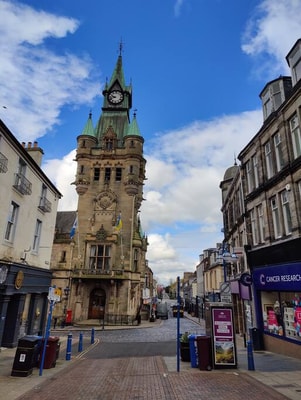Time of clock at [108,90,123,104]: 9:42
